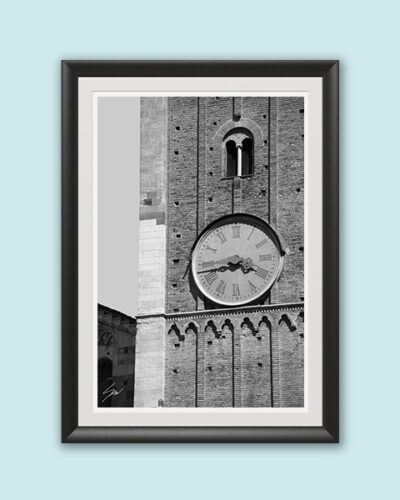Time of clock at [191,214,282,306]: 3:43
